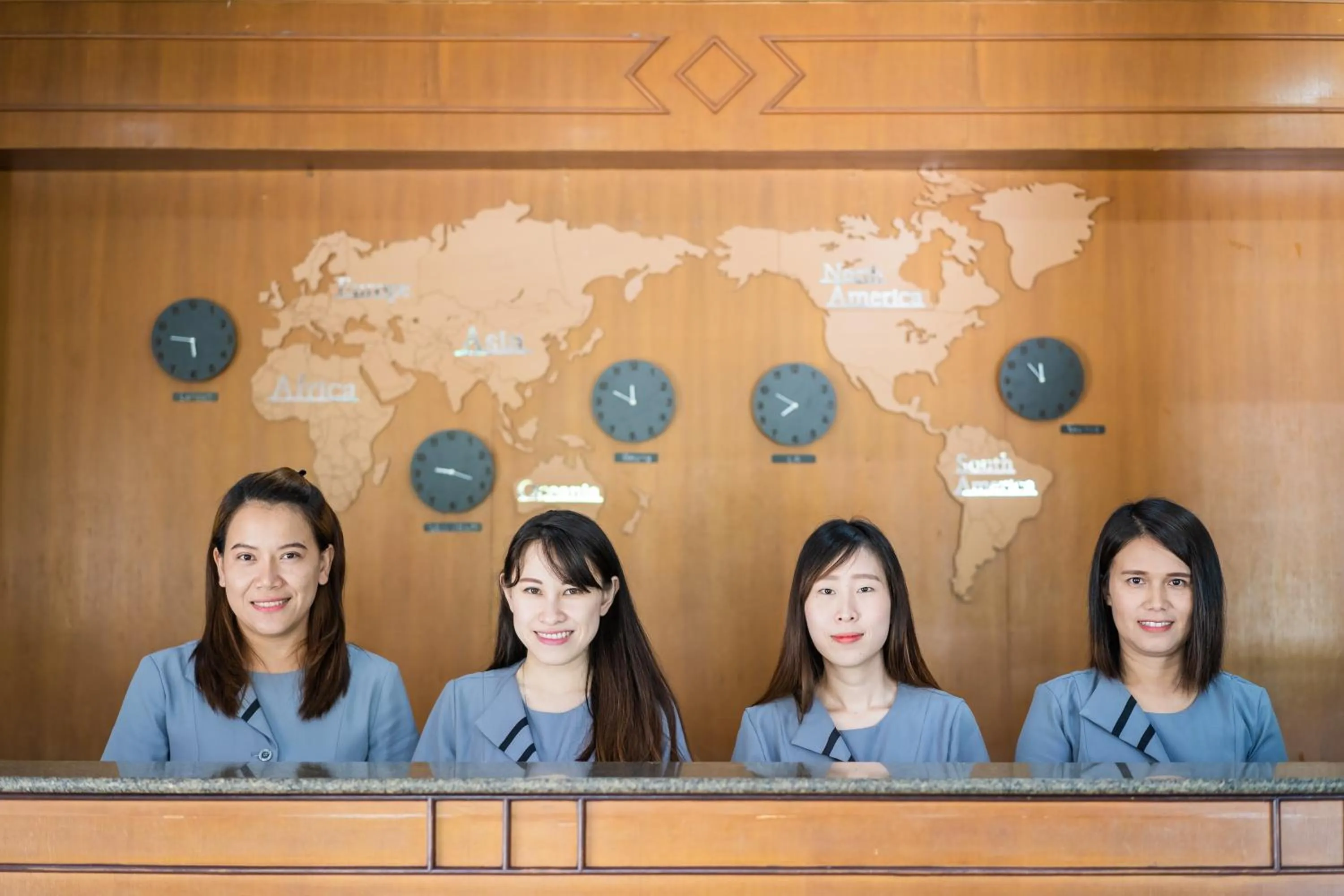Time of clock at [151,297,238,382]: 5:46
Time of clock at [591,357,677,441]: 11:49
